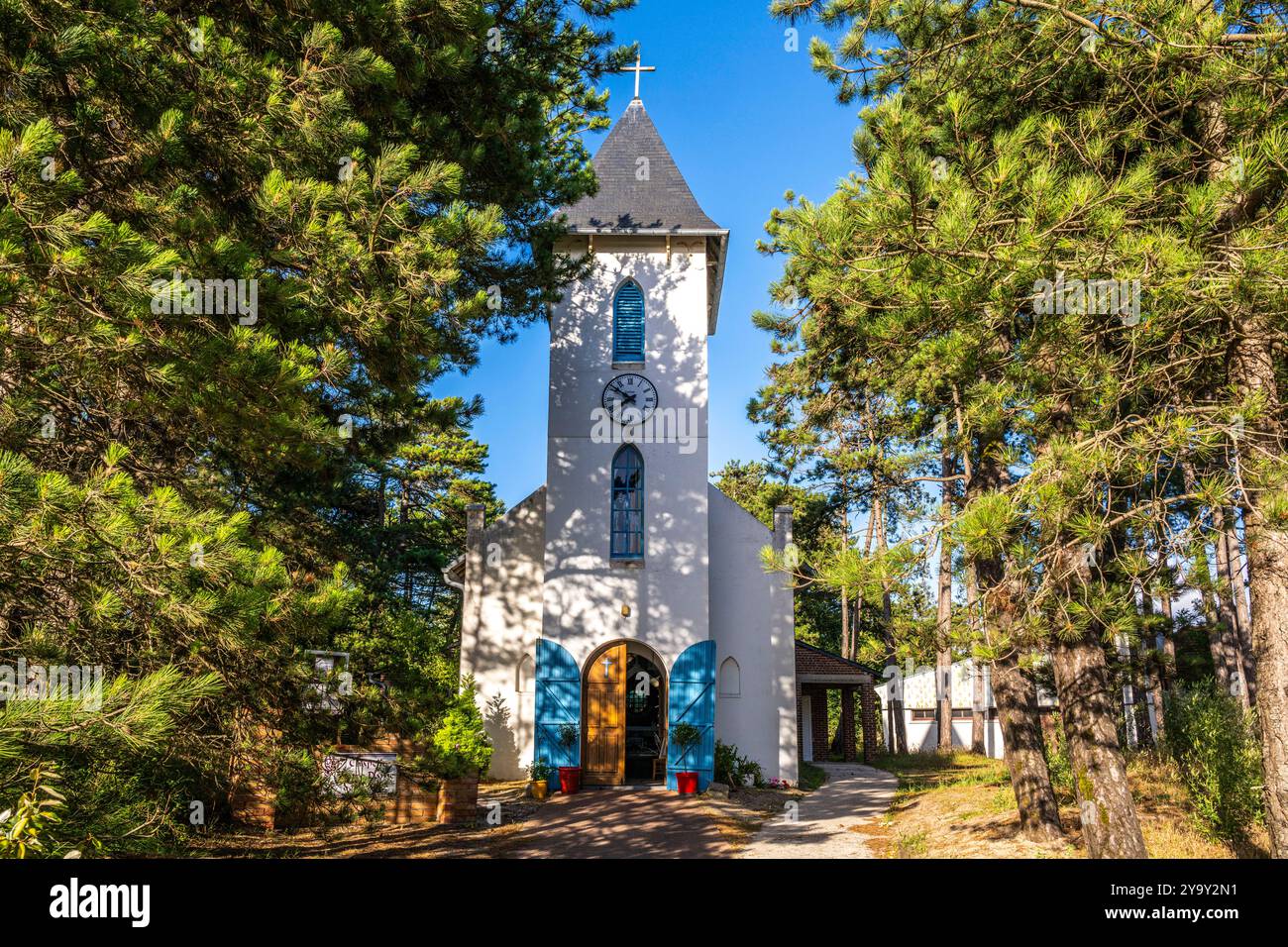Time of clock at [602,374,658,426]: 7:50
